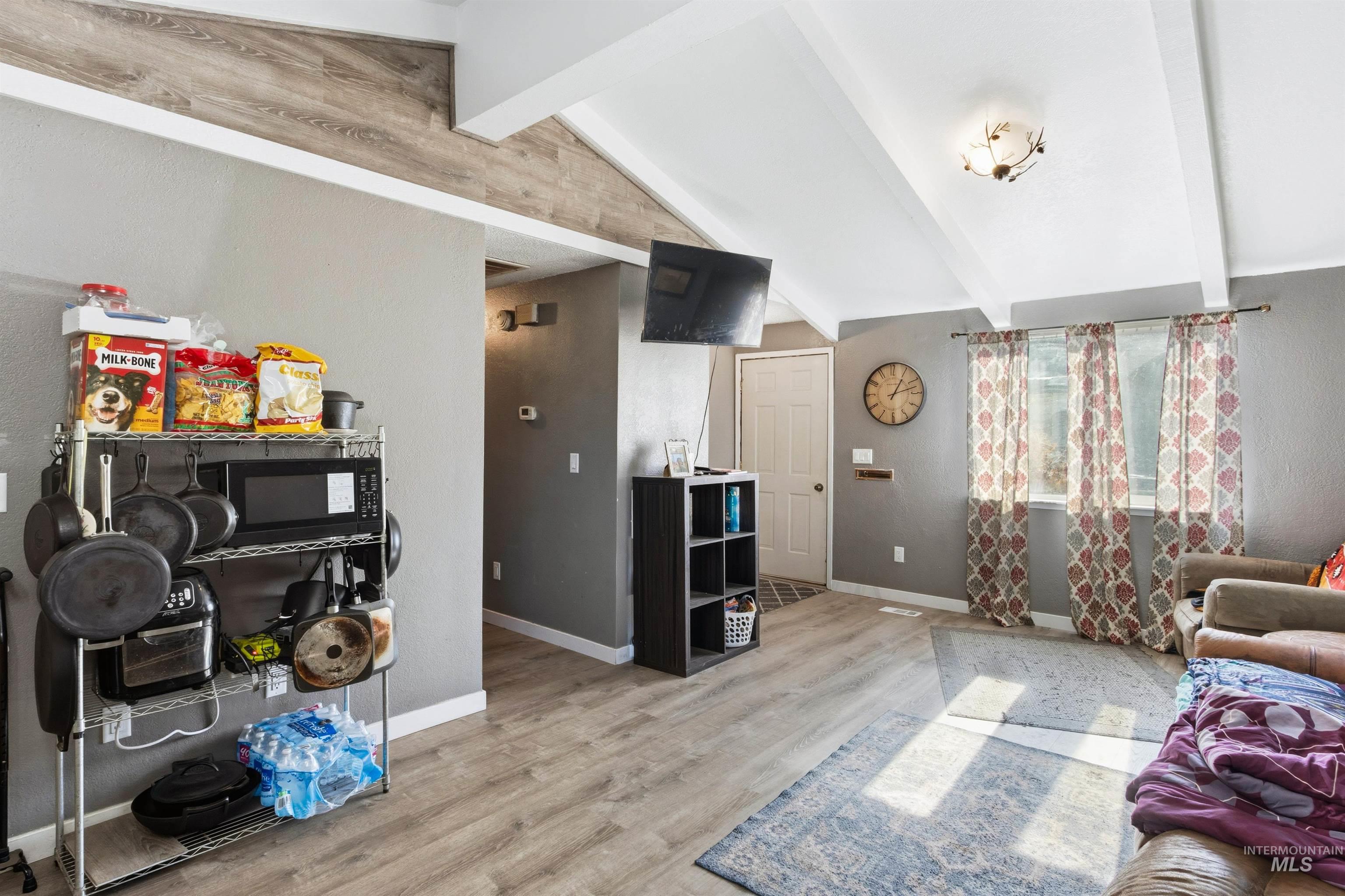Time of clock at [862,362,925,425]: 1:12
